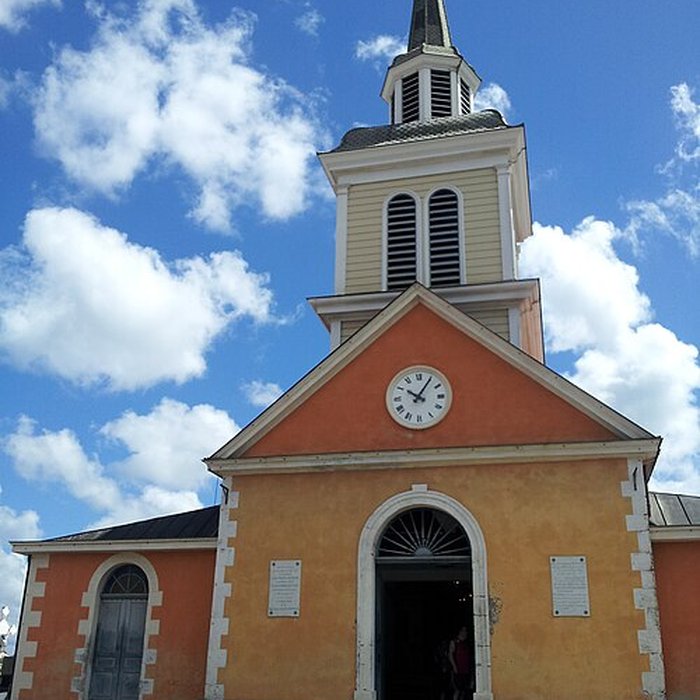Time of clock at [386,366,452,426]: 10:05
